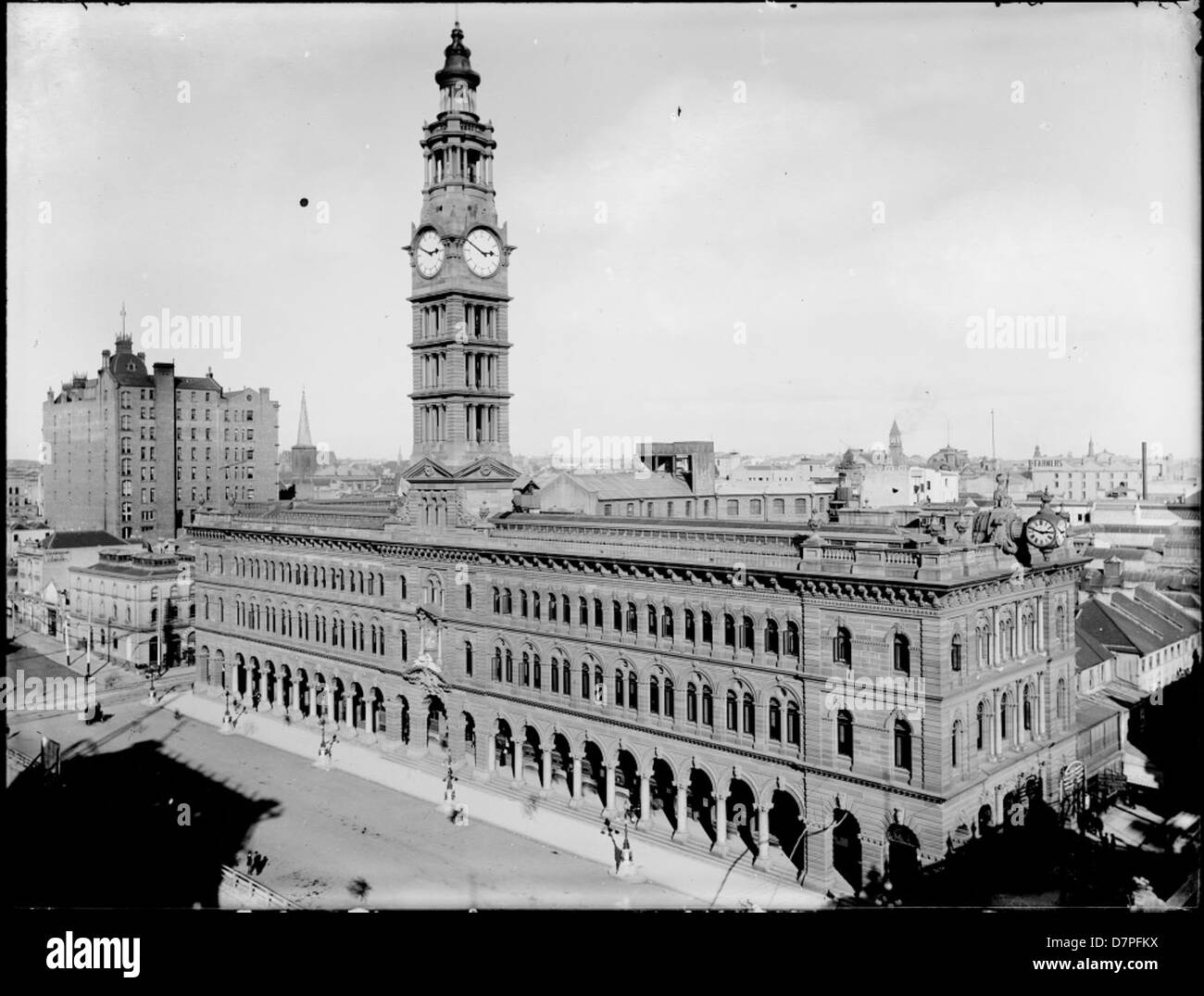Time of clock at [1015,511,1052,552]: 2:48
